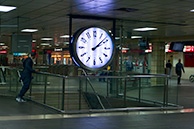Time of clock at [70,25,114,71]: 2:08
